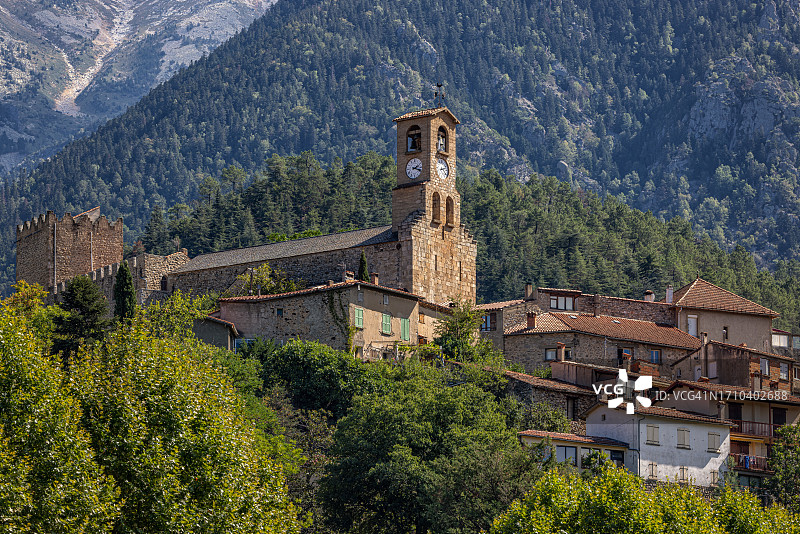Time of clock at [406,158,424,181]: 2:18
